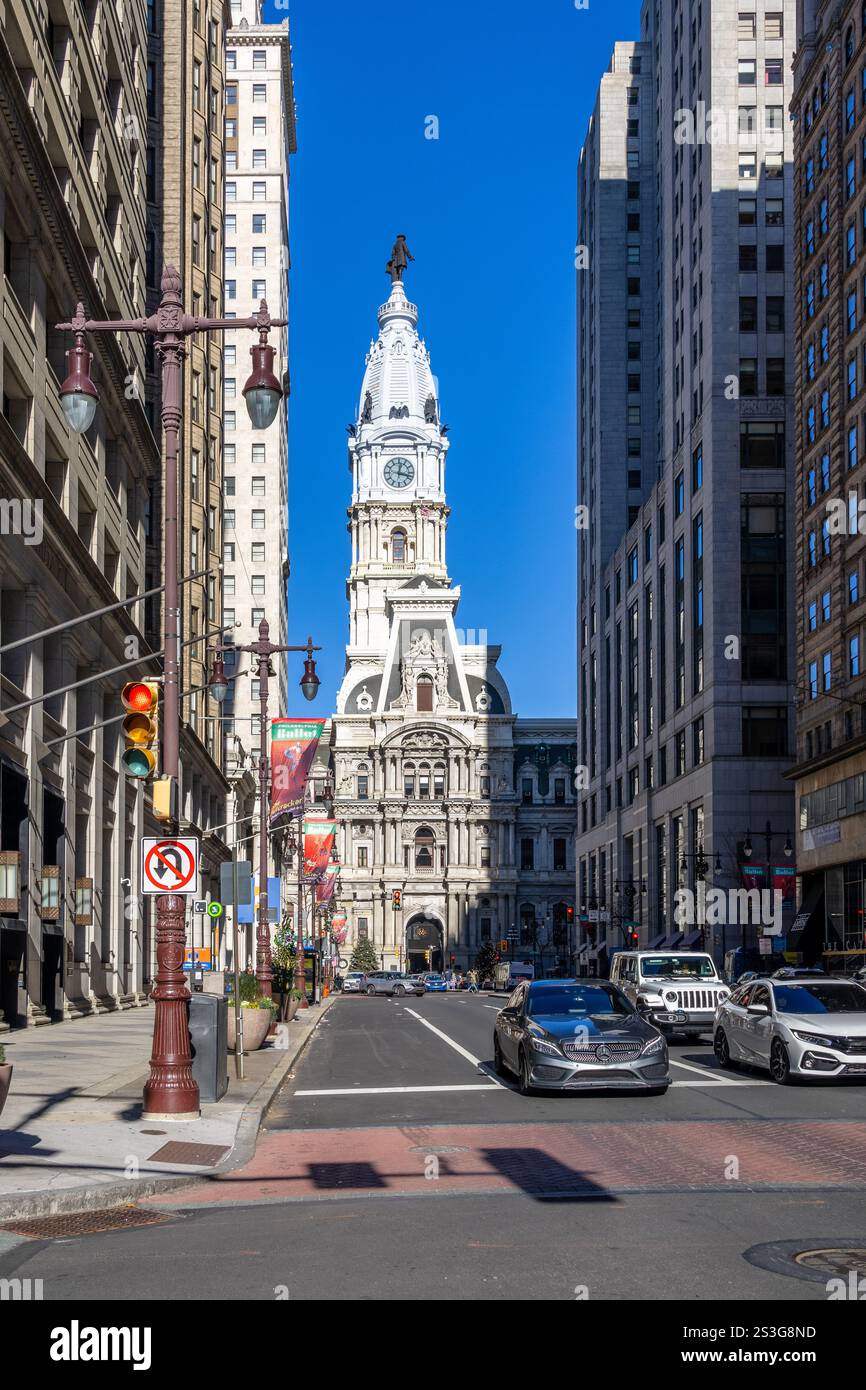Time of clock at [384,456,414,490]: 12:17
